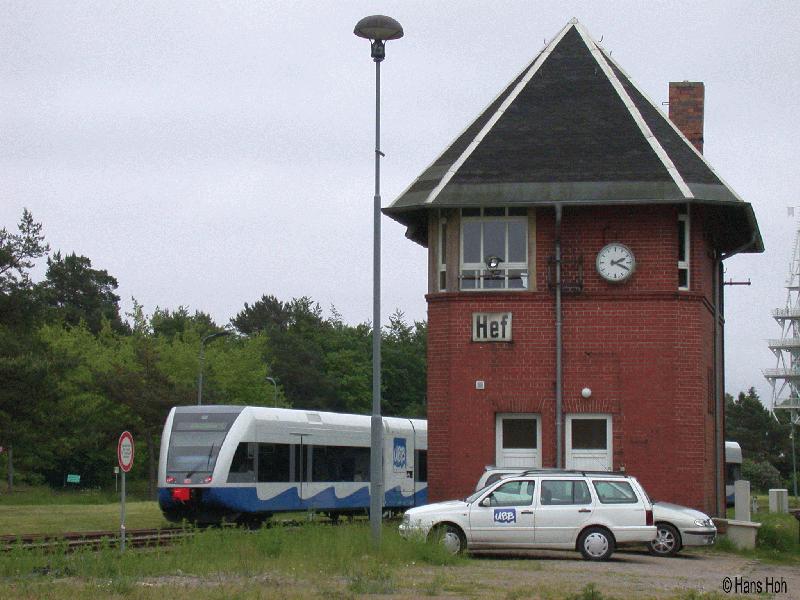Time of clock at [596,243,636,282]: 2:19
